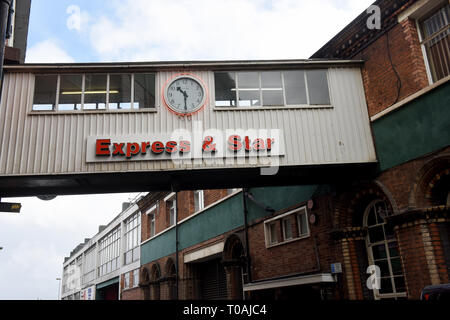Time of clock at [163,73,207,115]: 10:30
